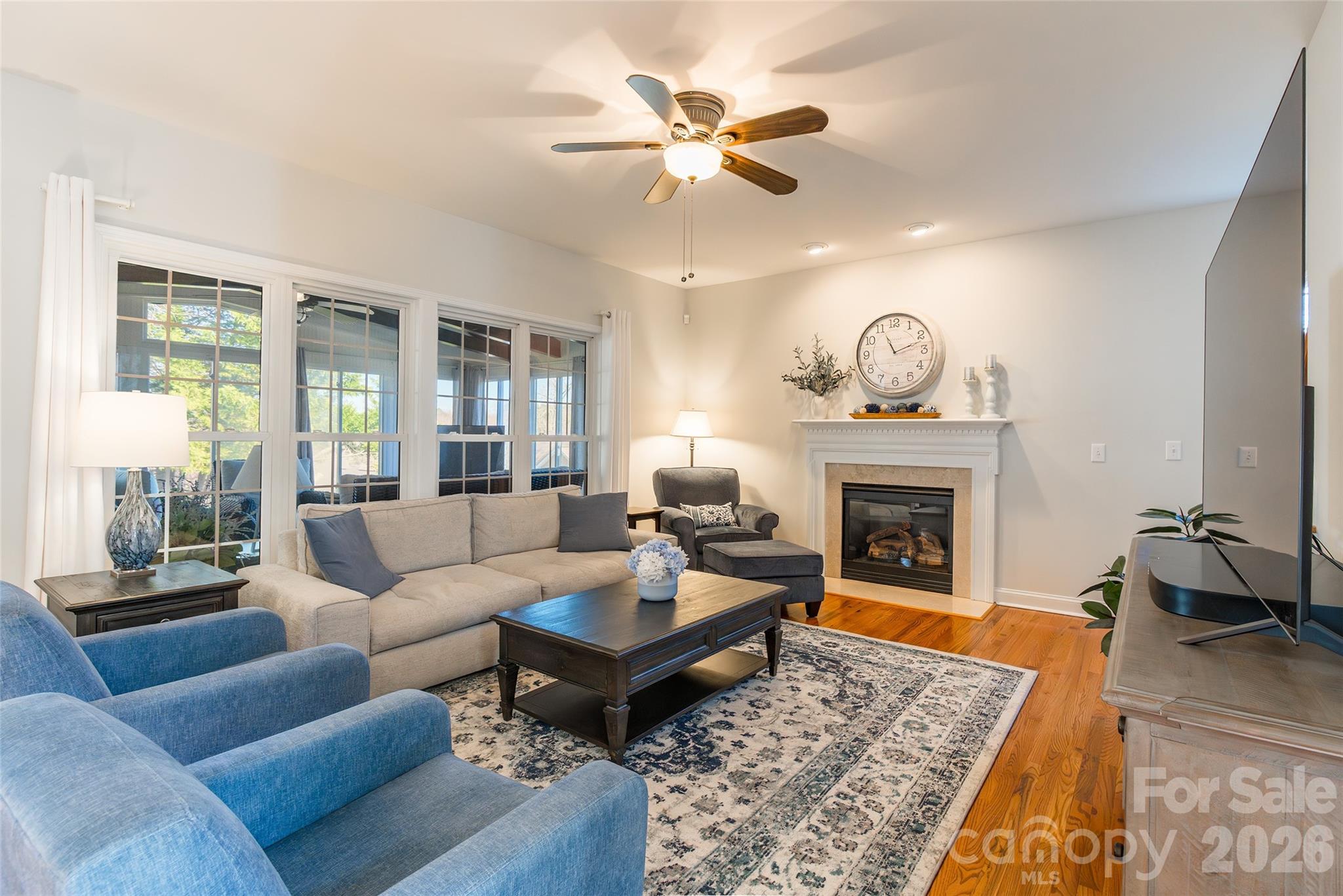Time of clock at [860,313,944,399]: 11:11
